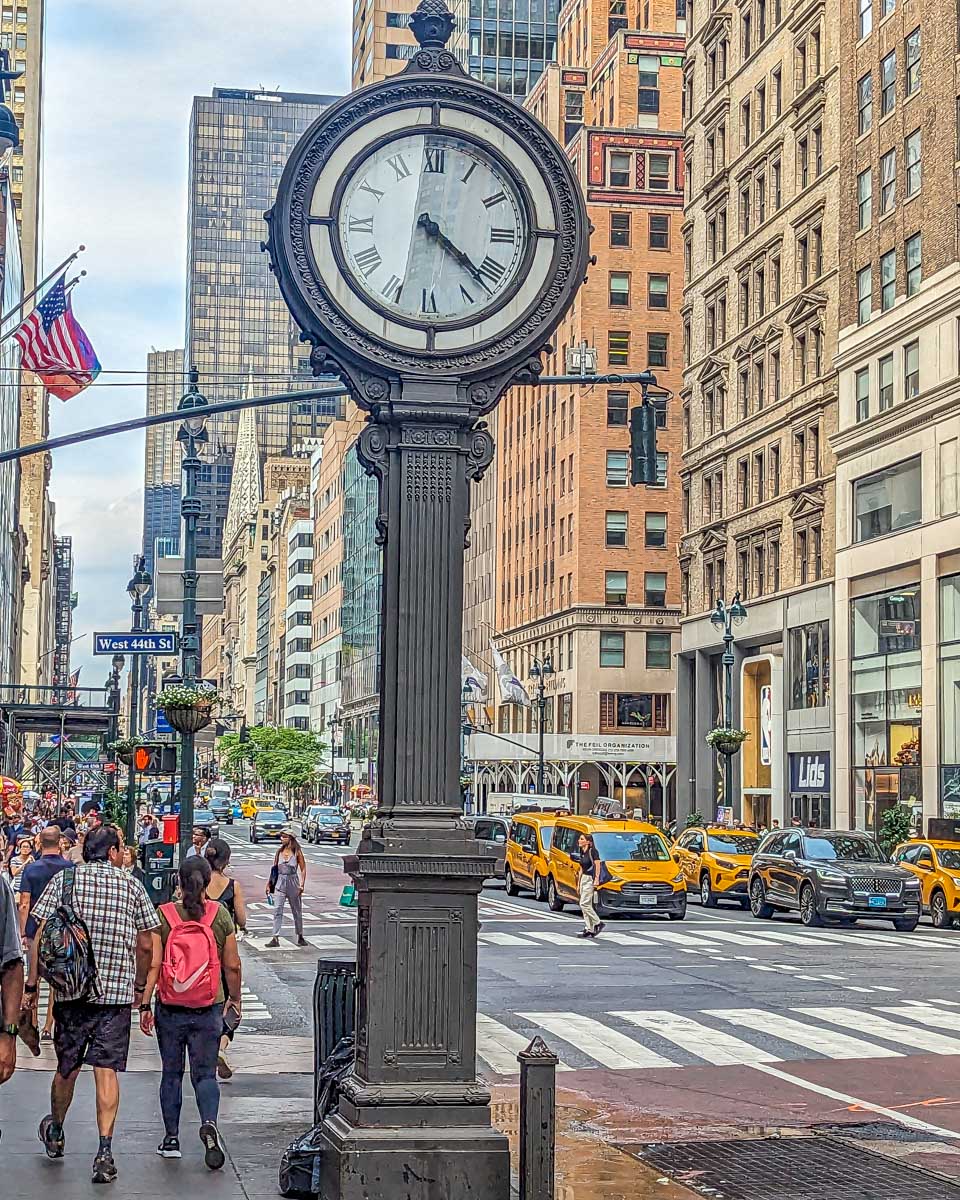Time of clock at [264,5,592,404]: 4:21
